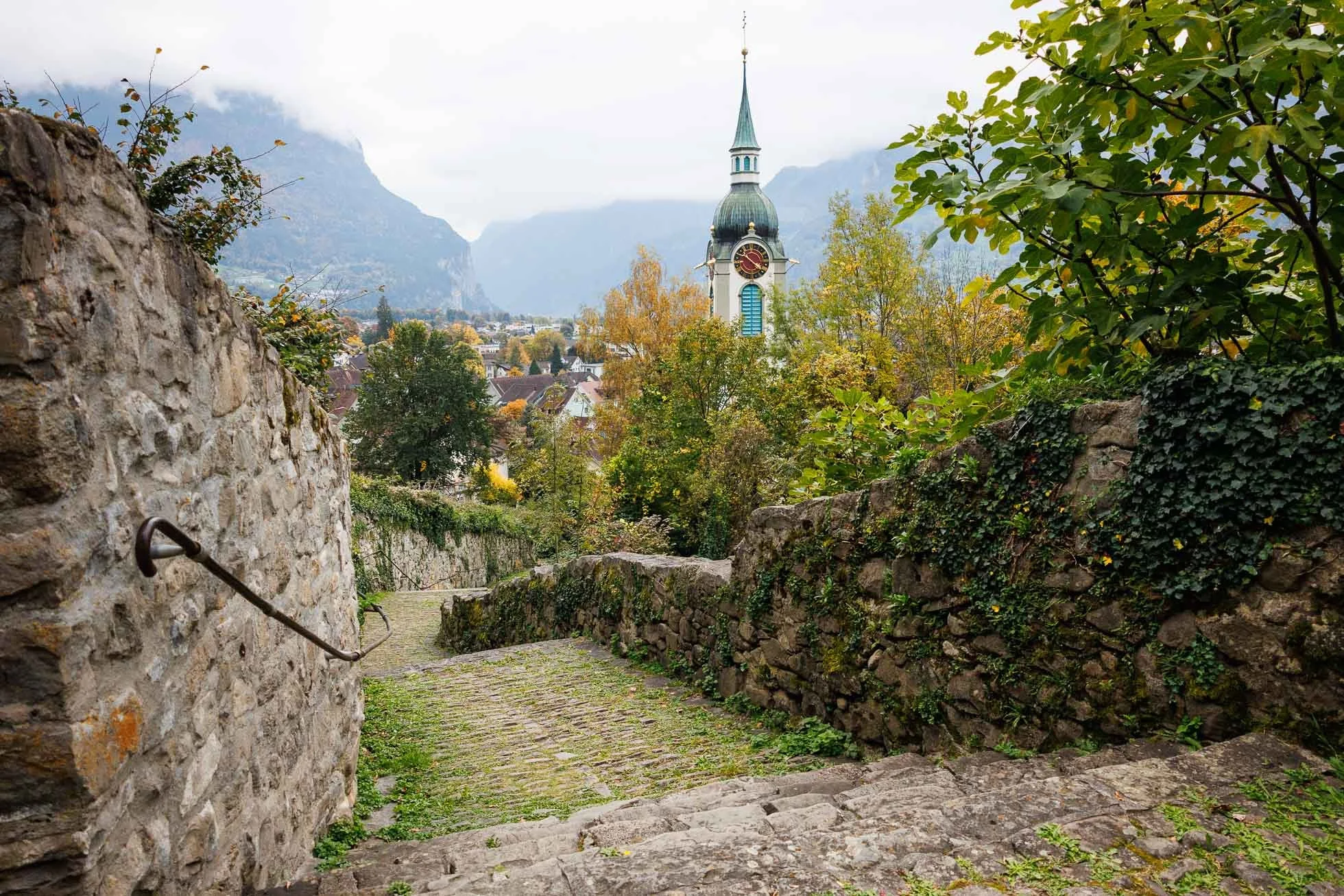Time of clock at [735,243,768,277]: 10:20
